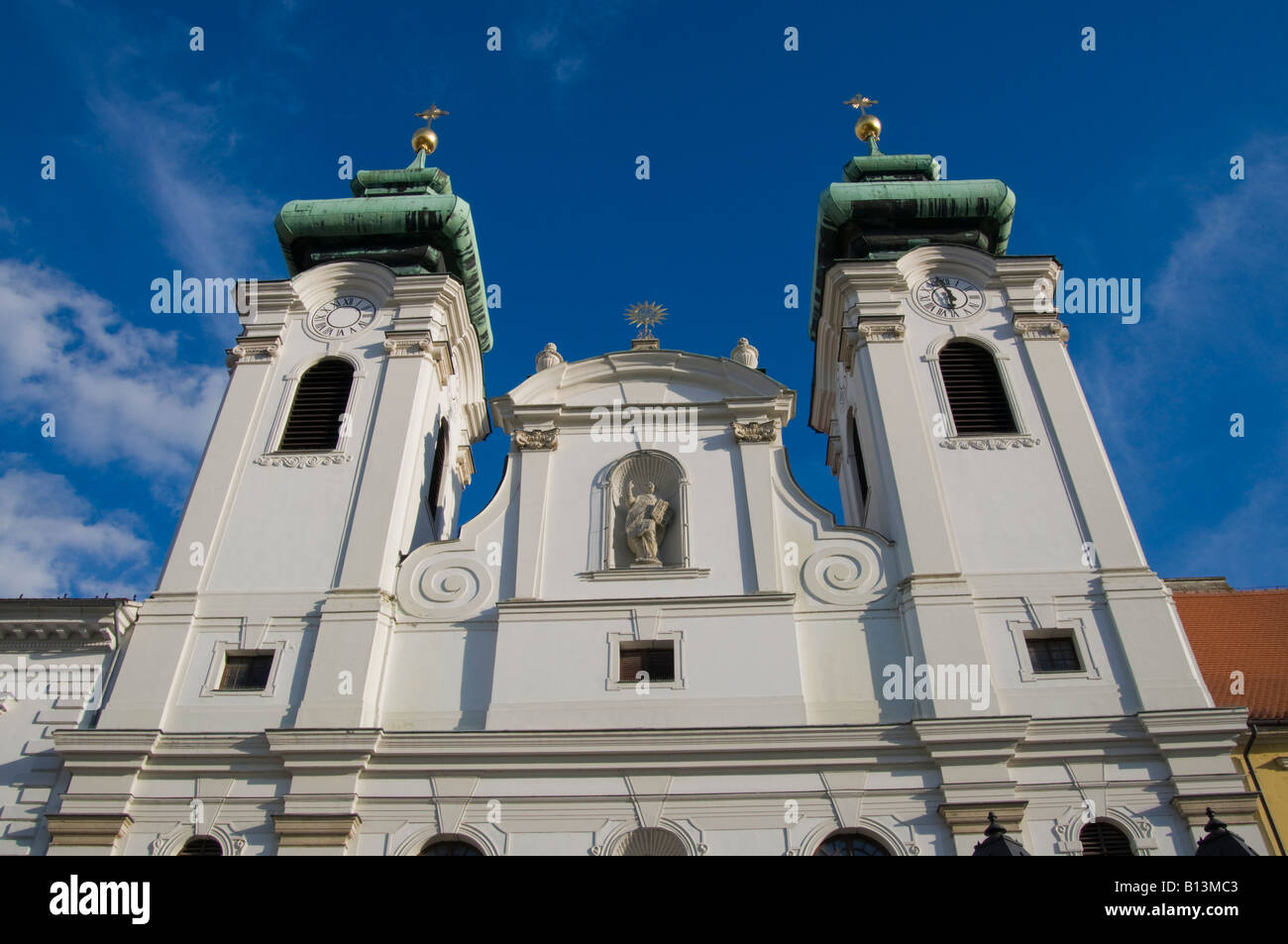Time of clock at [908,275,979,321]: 5:57
